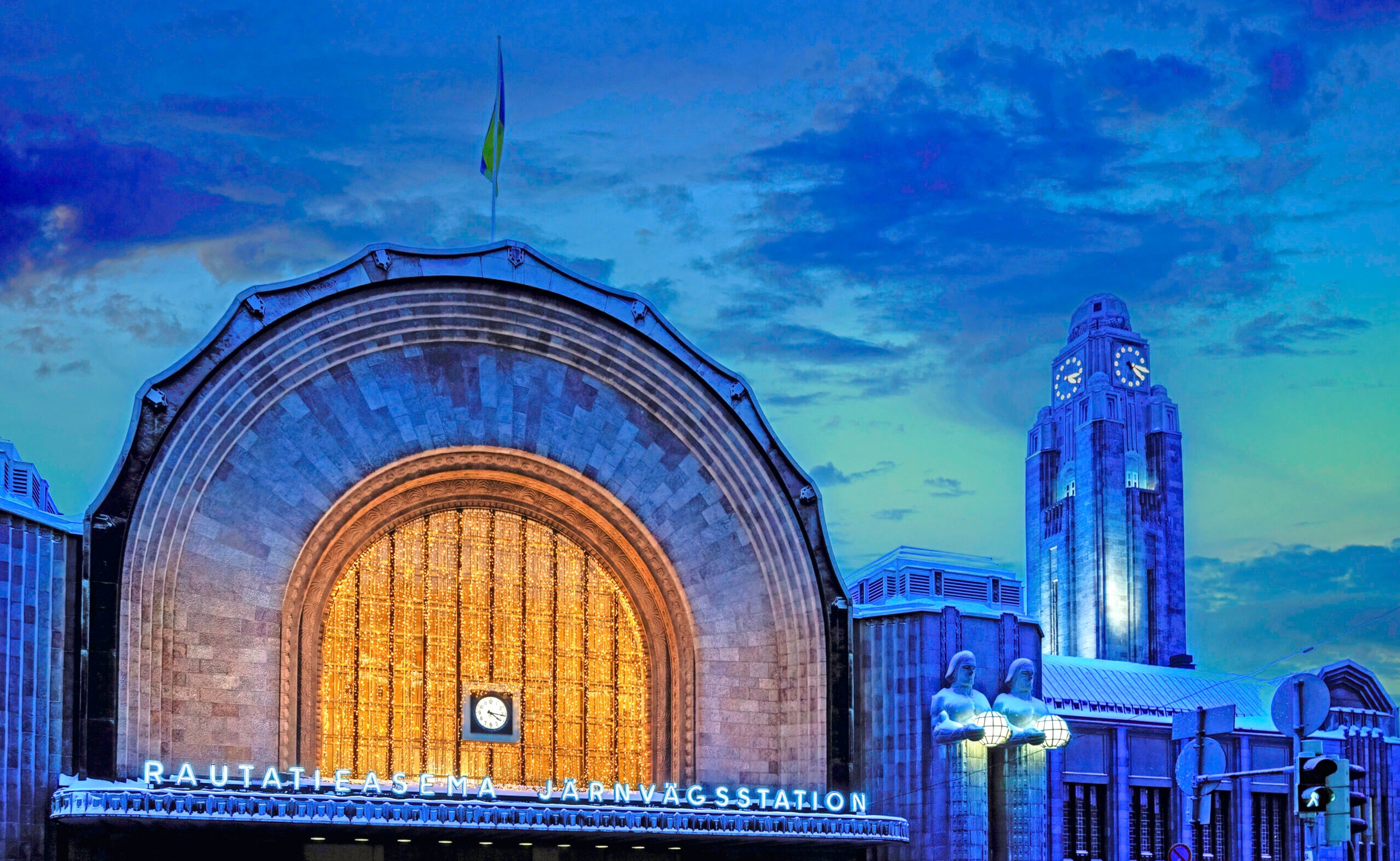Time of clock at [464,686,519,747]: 4:16
